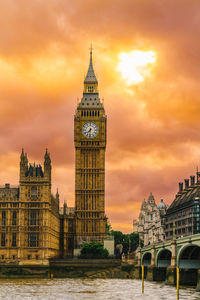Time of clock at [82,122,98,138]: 7:31
